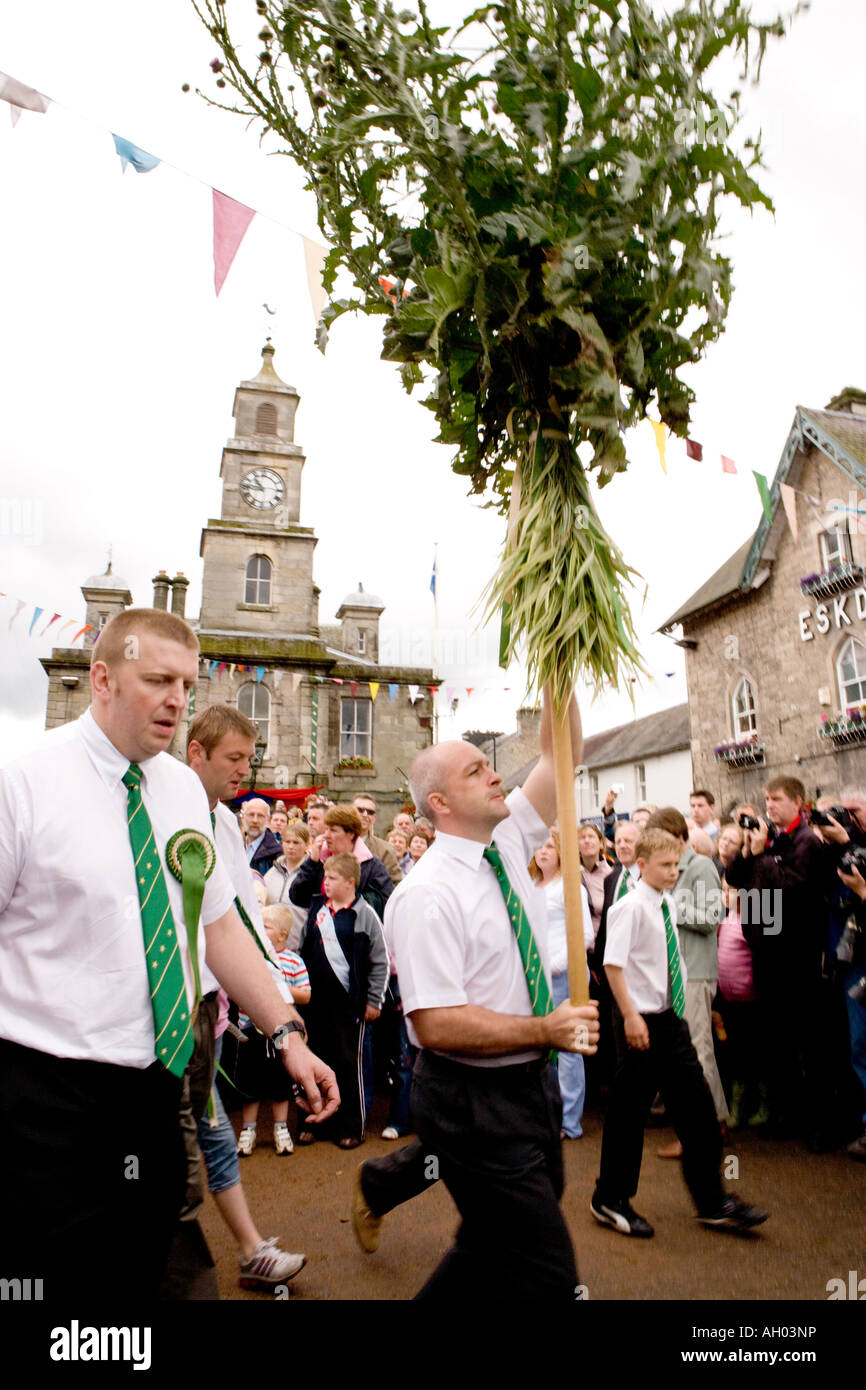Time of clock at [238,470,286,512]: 10:45
